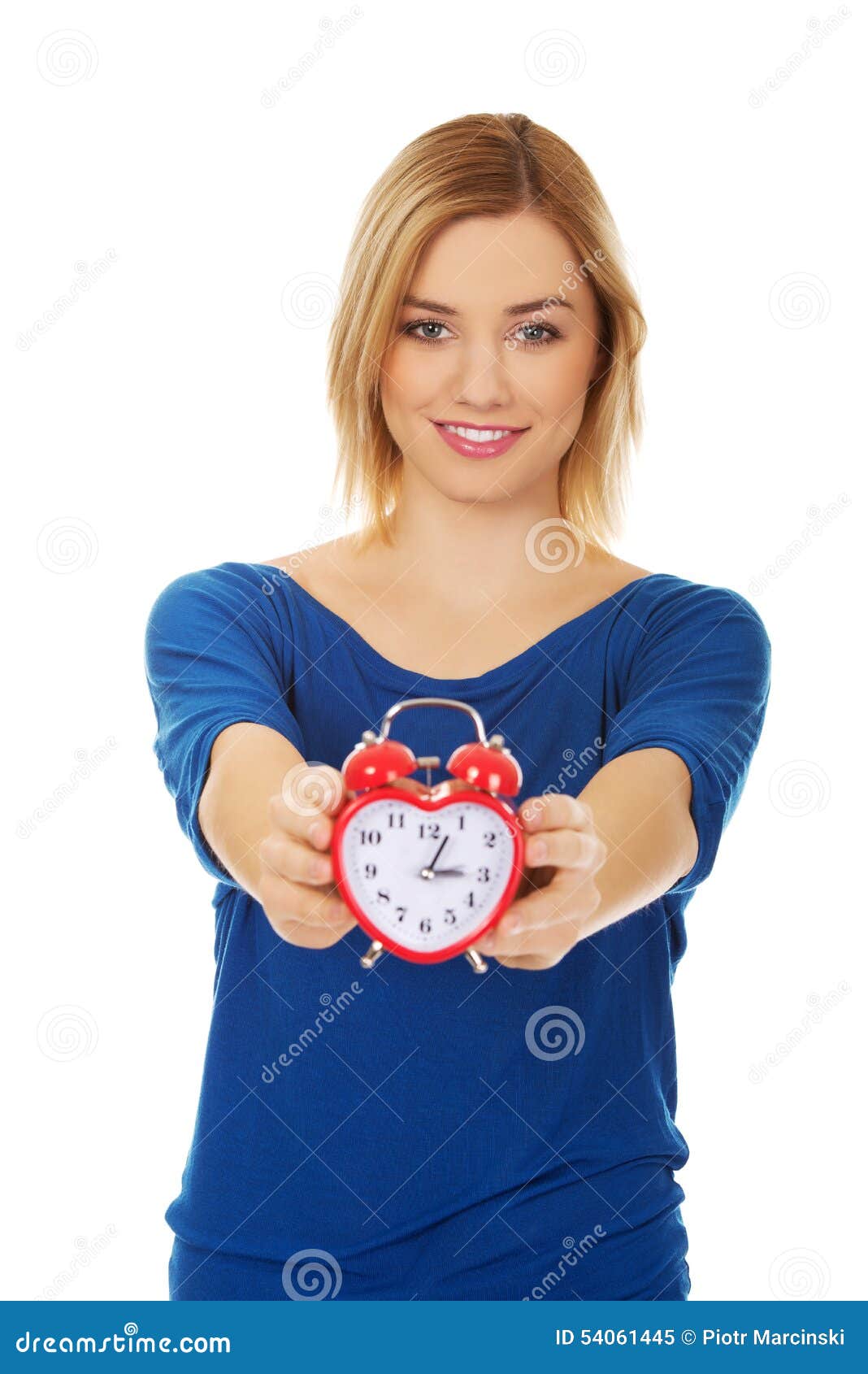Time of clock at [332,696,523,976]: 3:04
